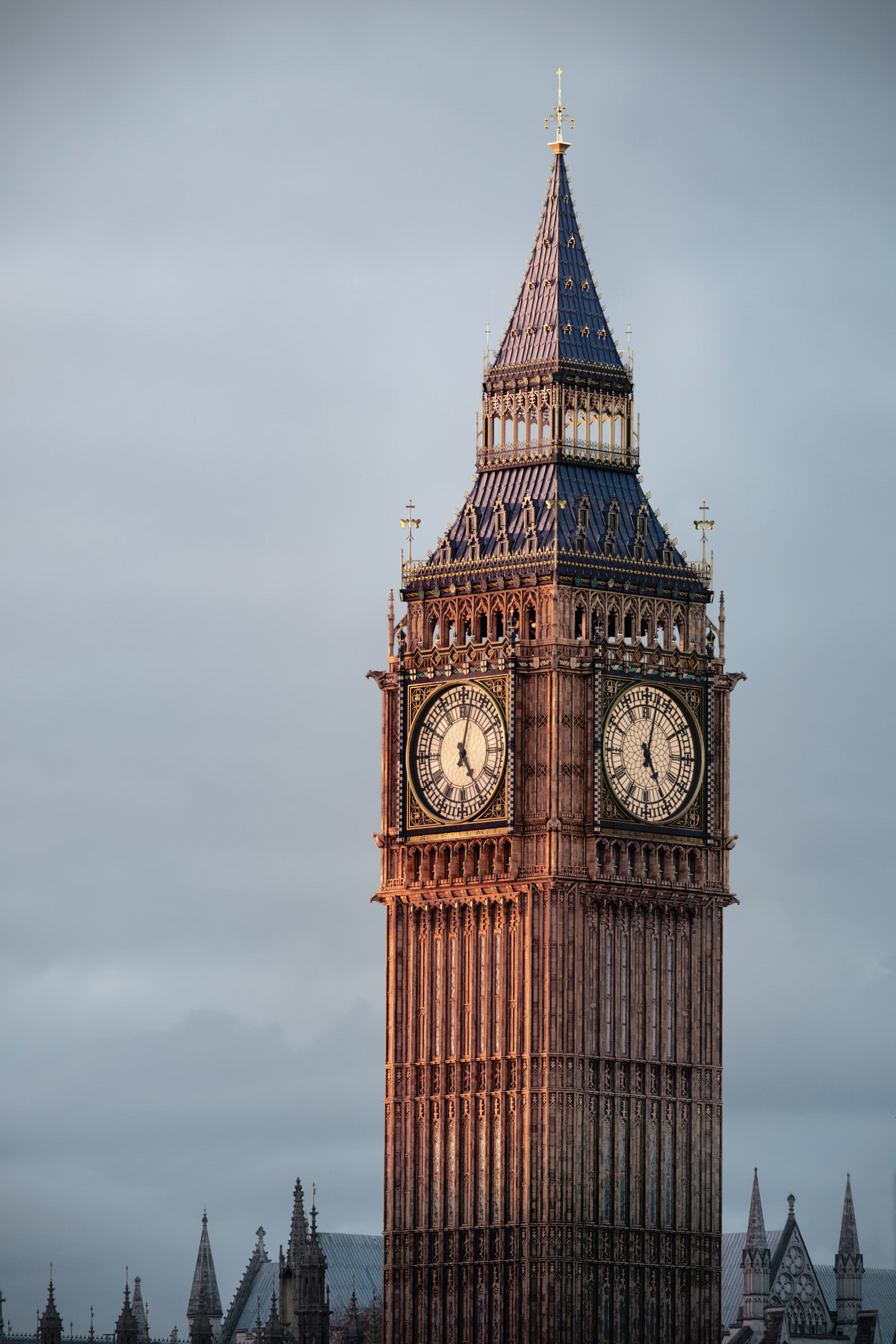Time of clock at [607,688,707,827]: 5:02
